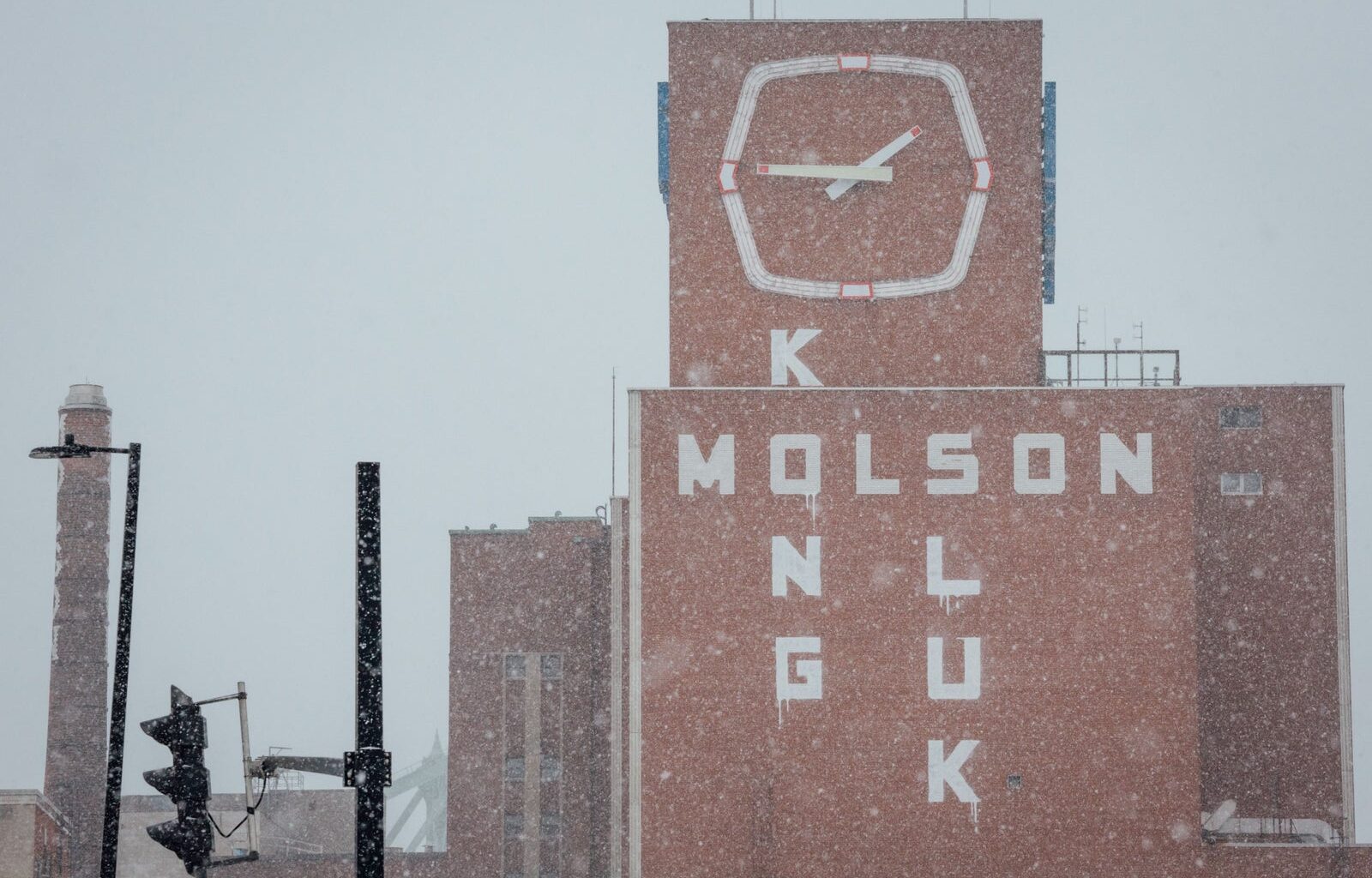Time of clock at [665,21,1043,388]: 1:46
